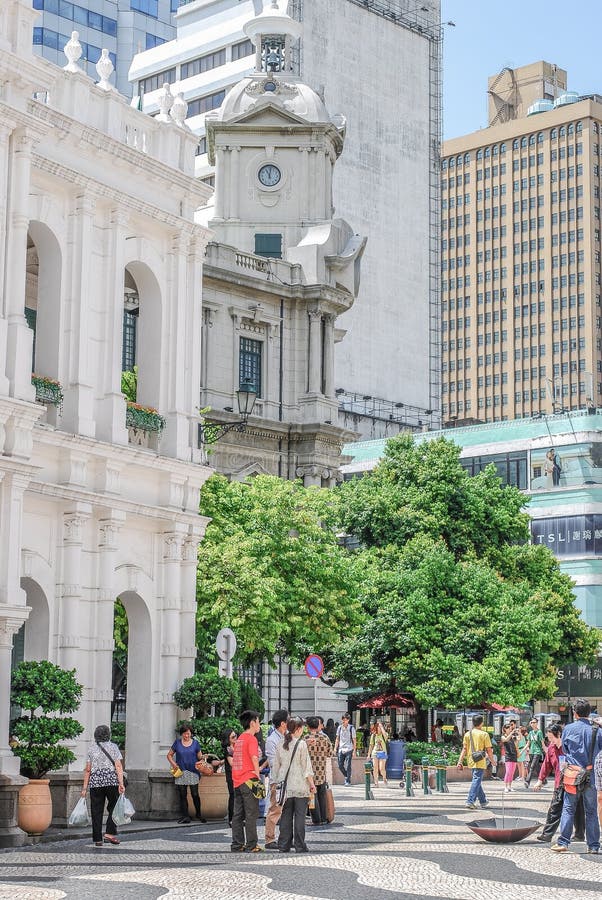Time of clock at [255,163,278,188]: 11:01
